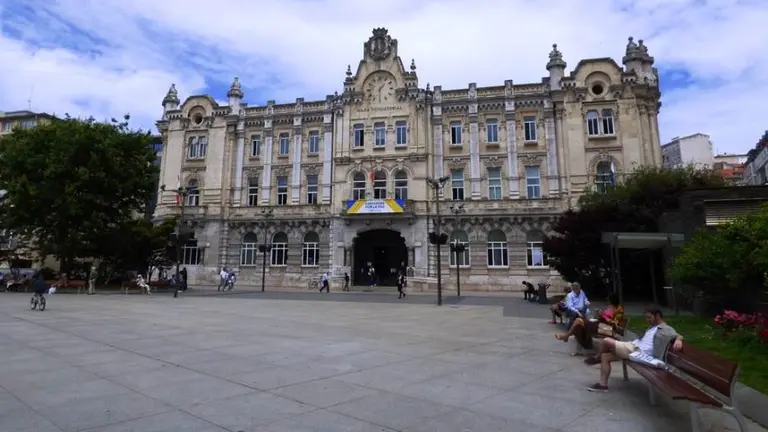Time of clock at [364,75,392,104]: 1:30
